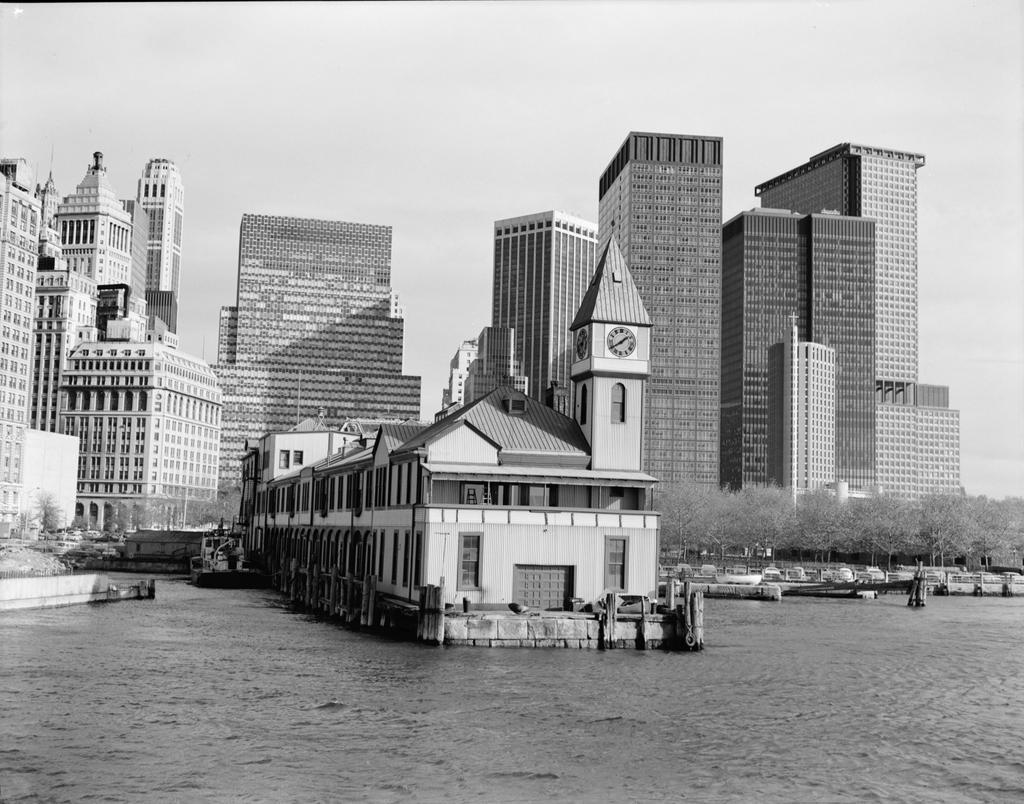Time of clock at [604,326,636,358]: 1:39
